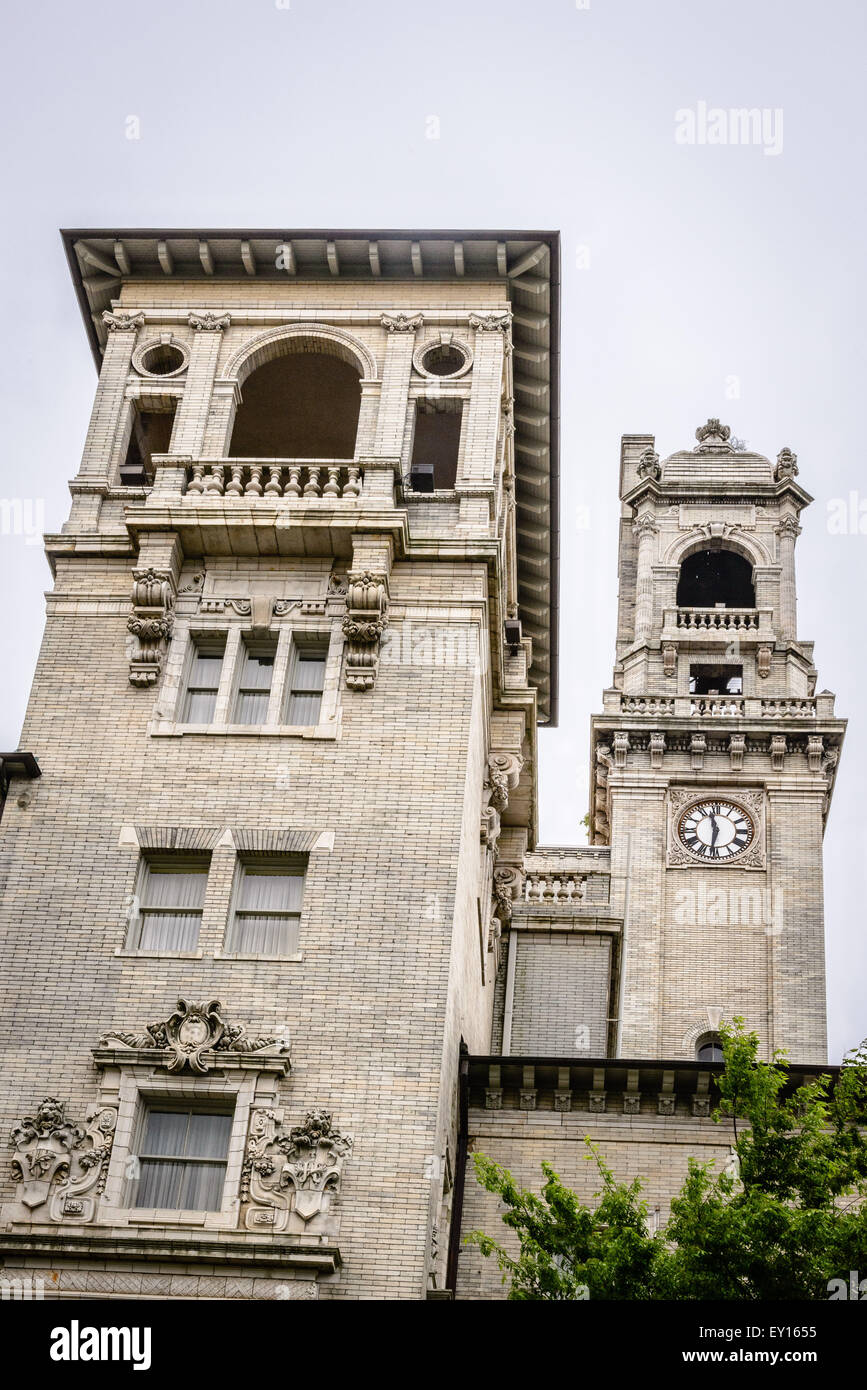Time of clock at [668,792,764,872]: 11:31
